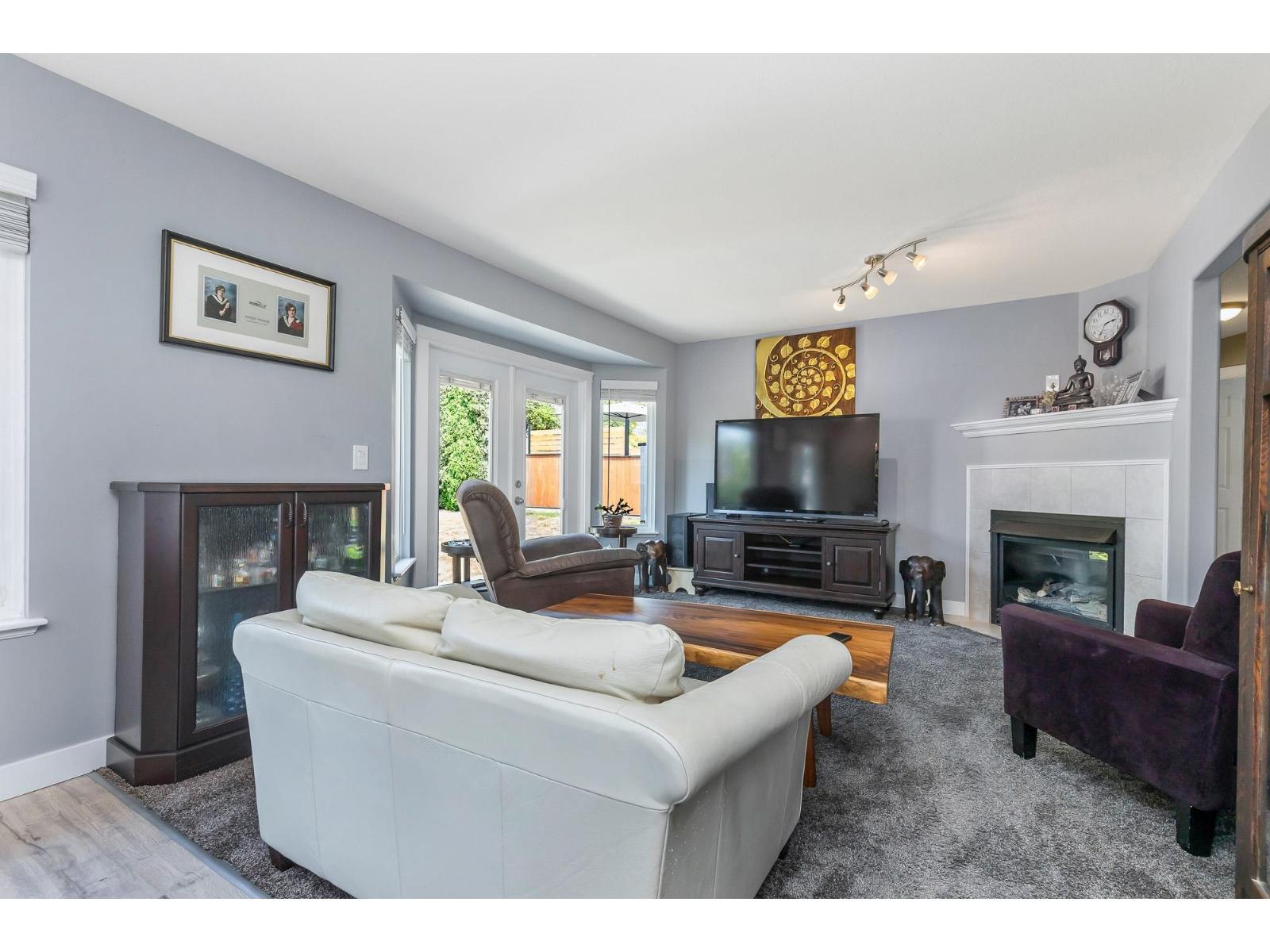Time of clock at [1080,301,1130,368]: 2:34
